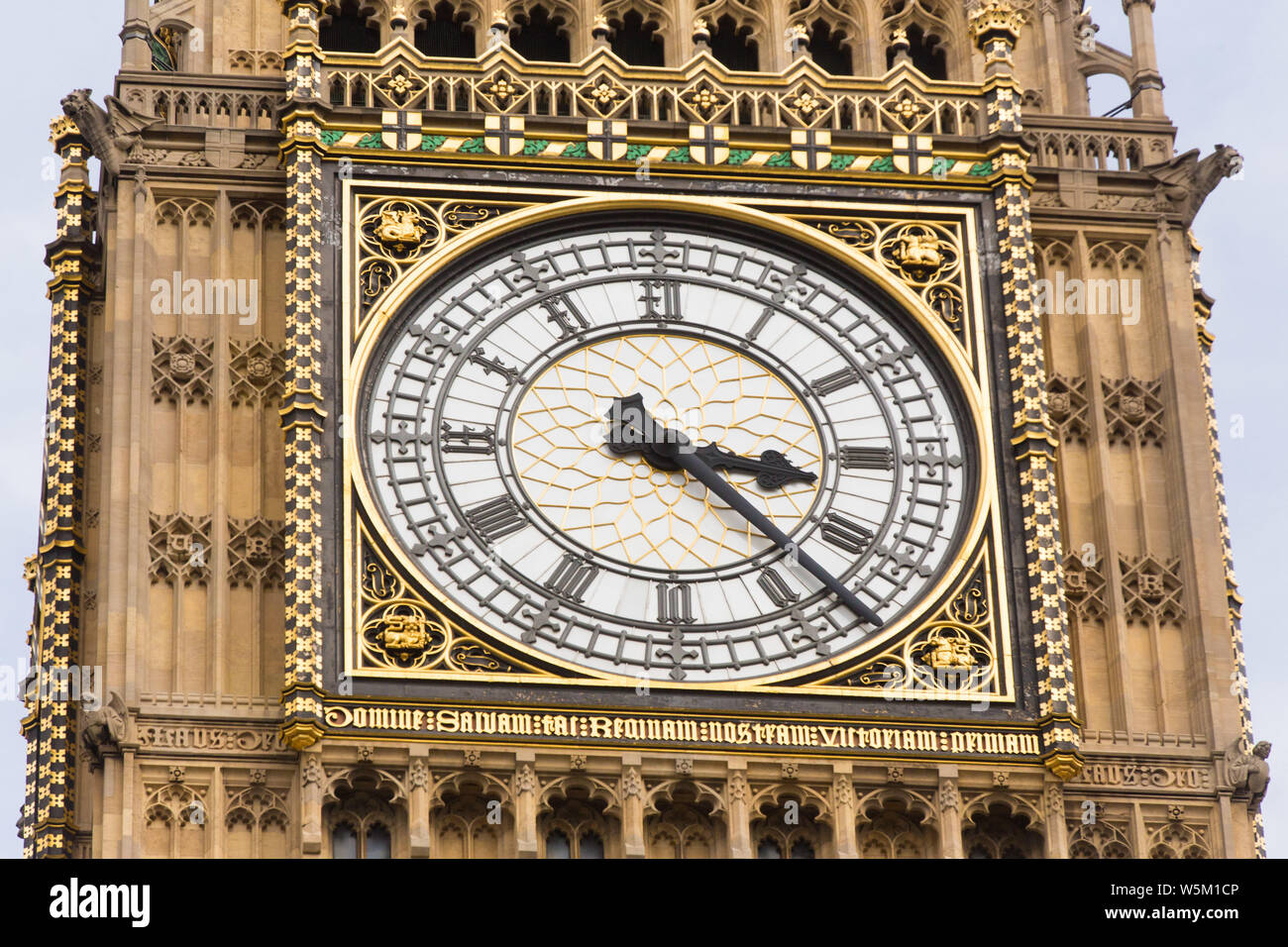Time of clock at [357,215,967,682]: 3:22
